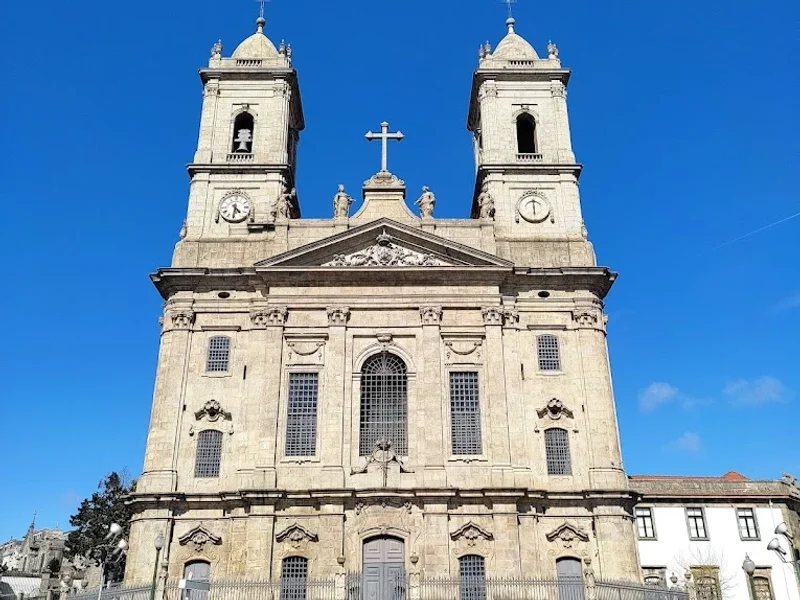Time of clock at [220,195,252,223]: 4:31
